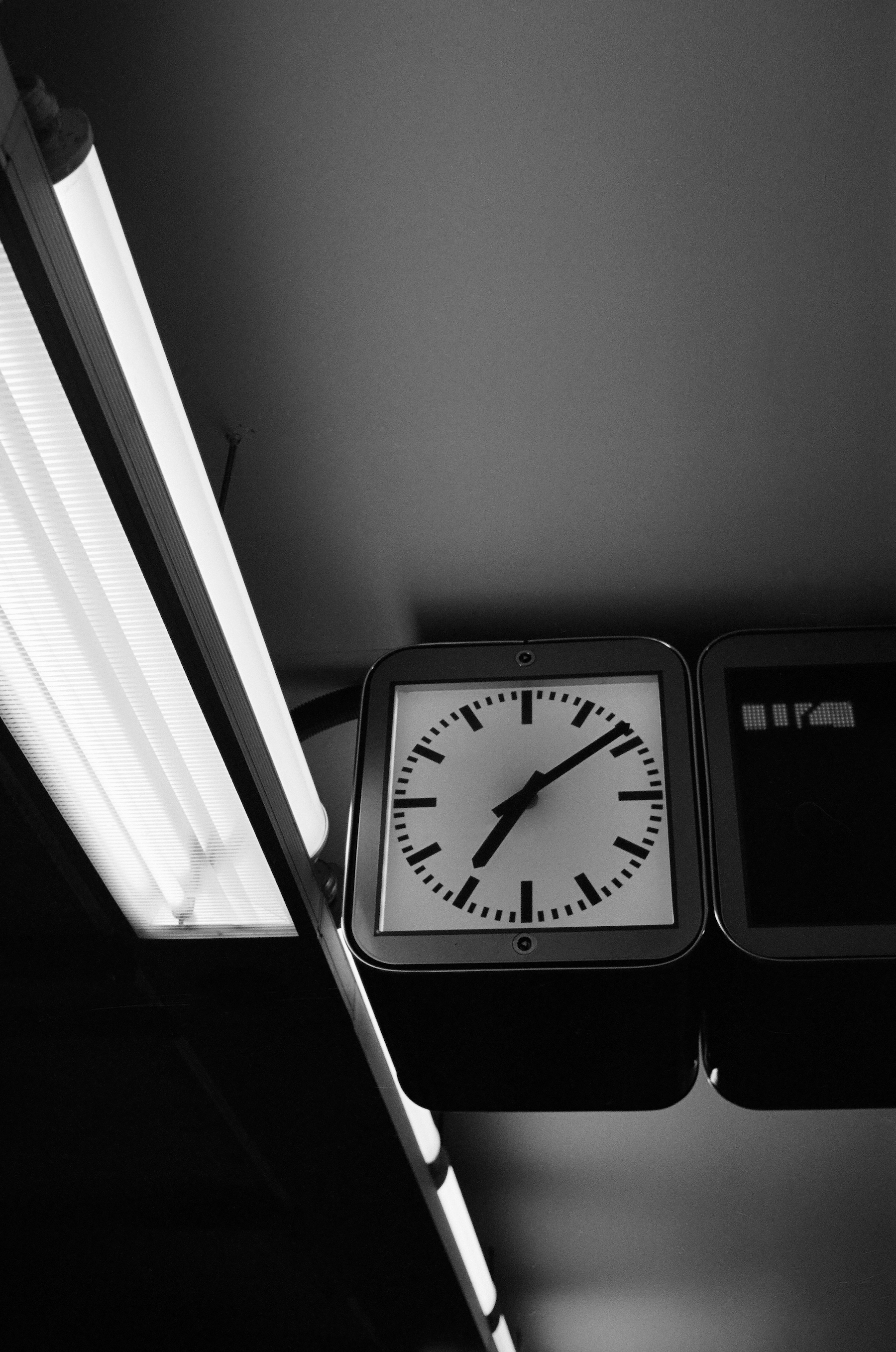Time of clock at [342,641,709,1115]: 7:08
